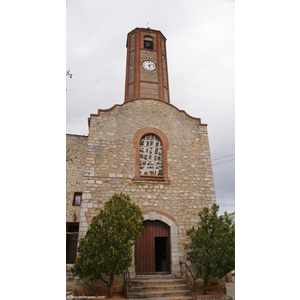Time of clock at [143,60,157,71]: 5:12
